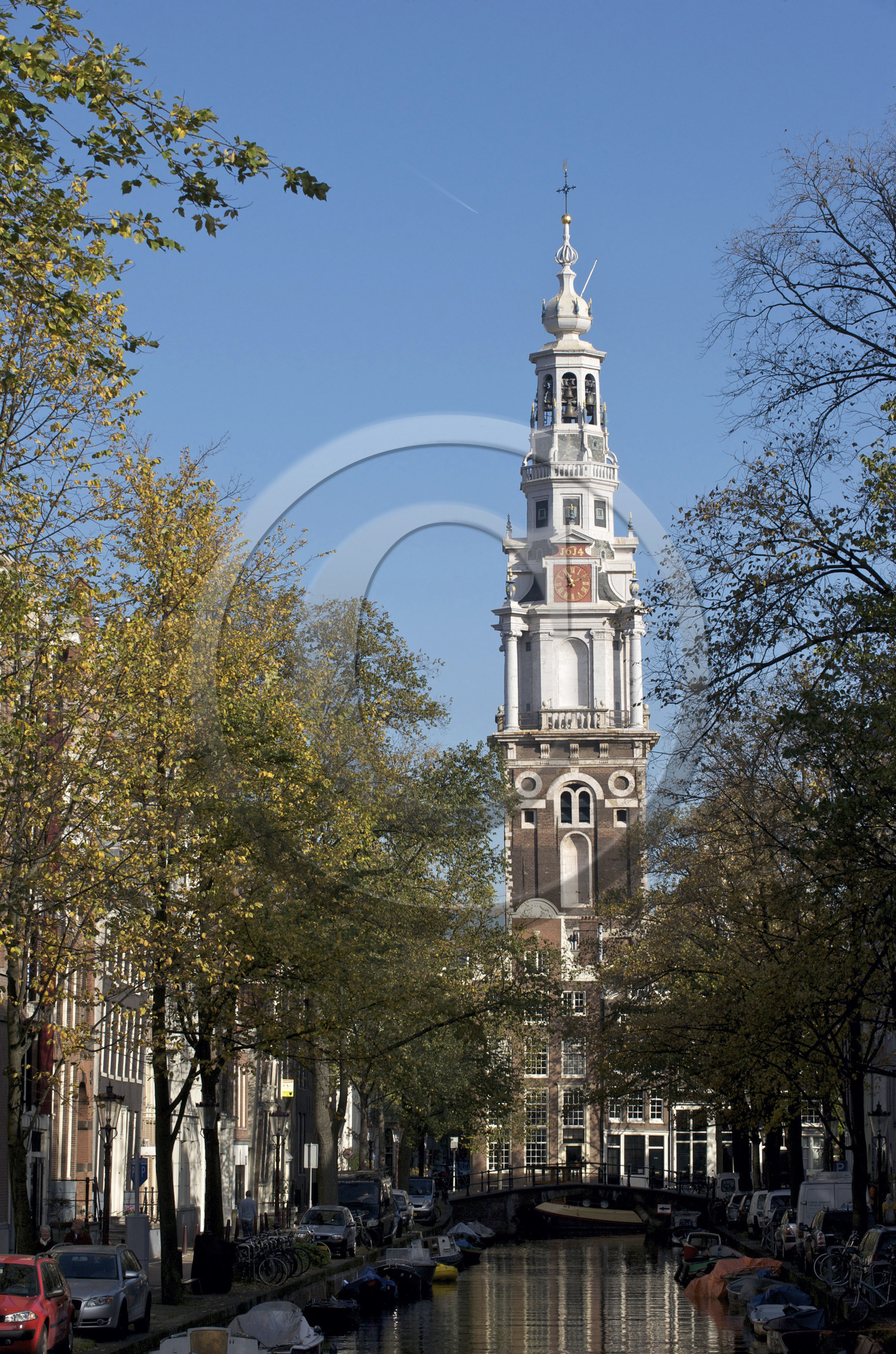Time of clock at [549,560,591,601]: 11:09
